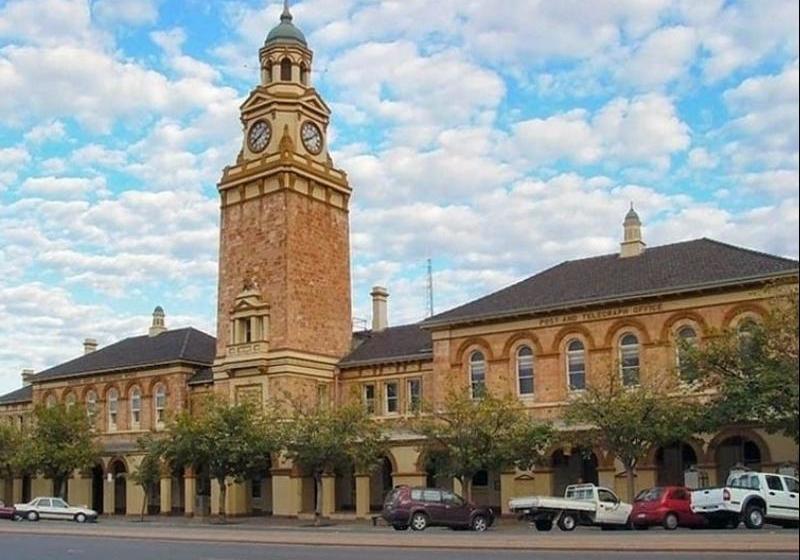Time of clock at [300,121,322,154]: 8:08
